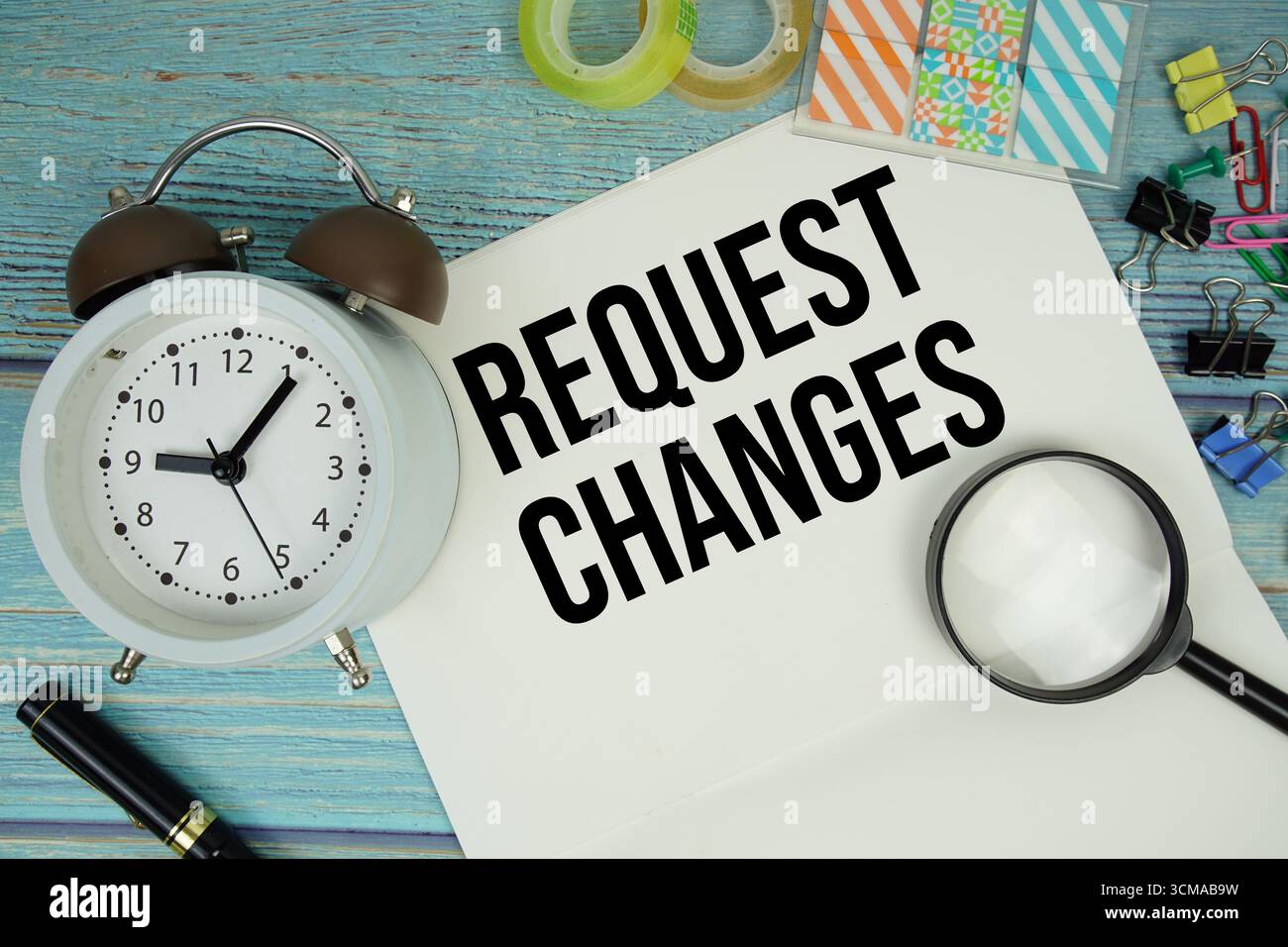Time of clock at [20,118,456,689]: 9:05
